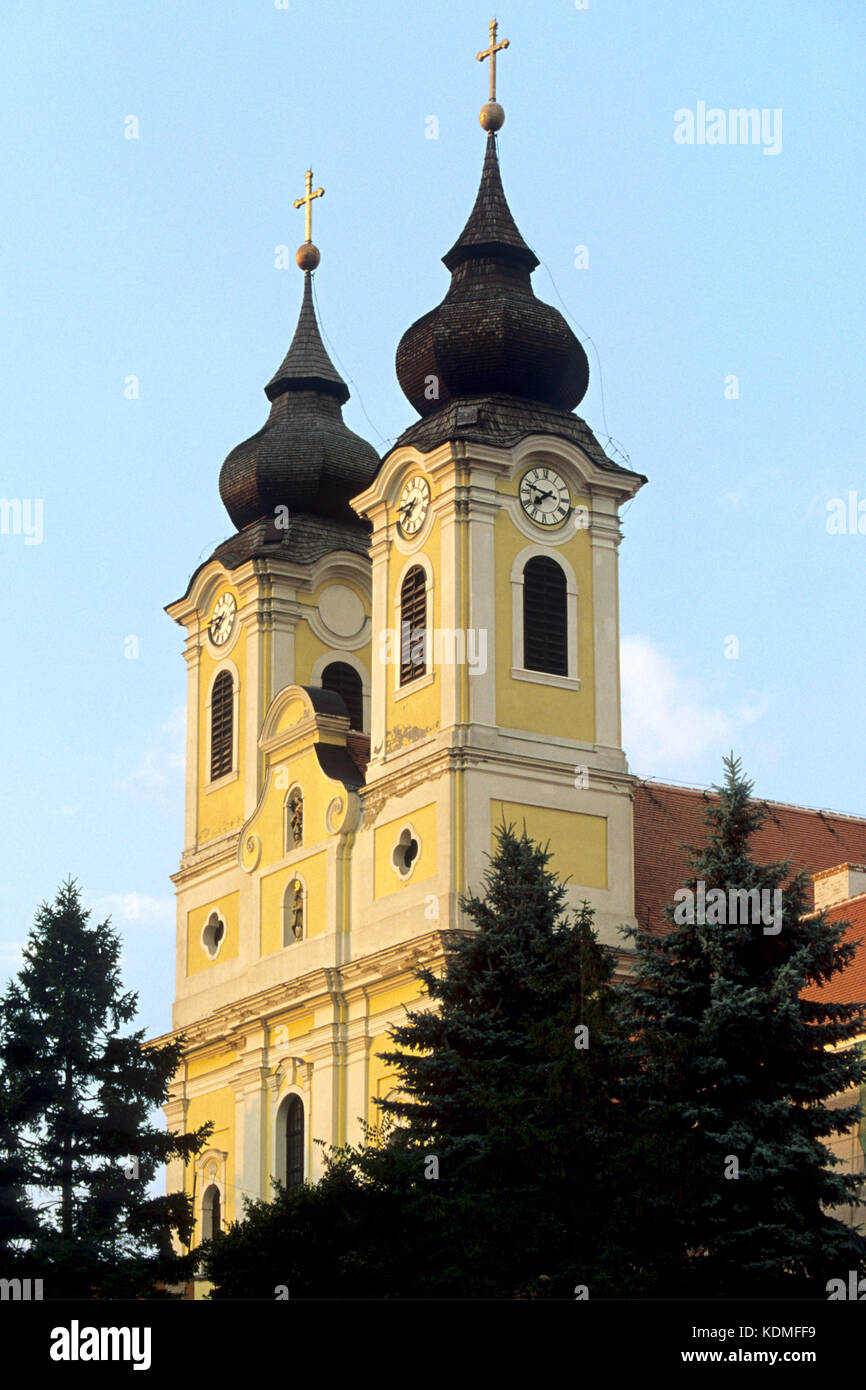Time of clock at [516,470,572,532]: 7:47
